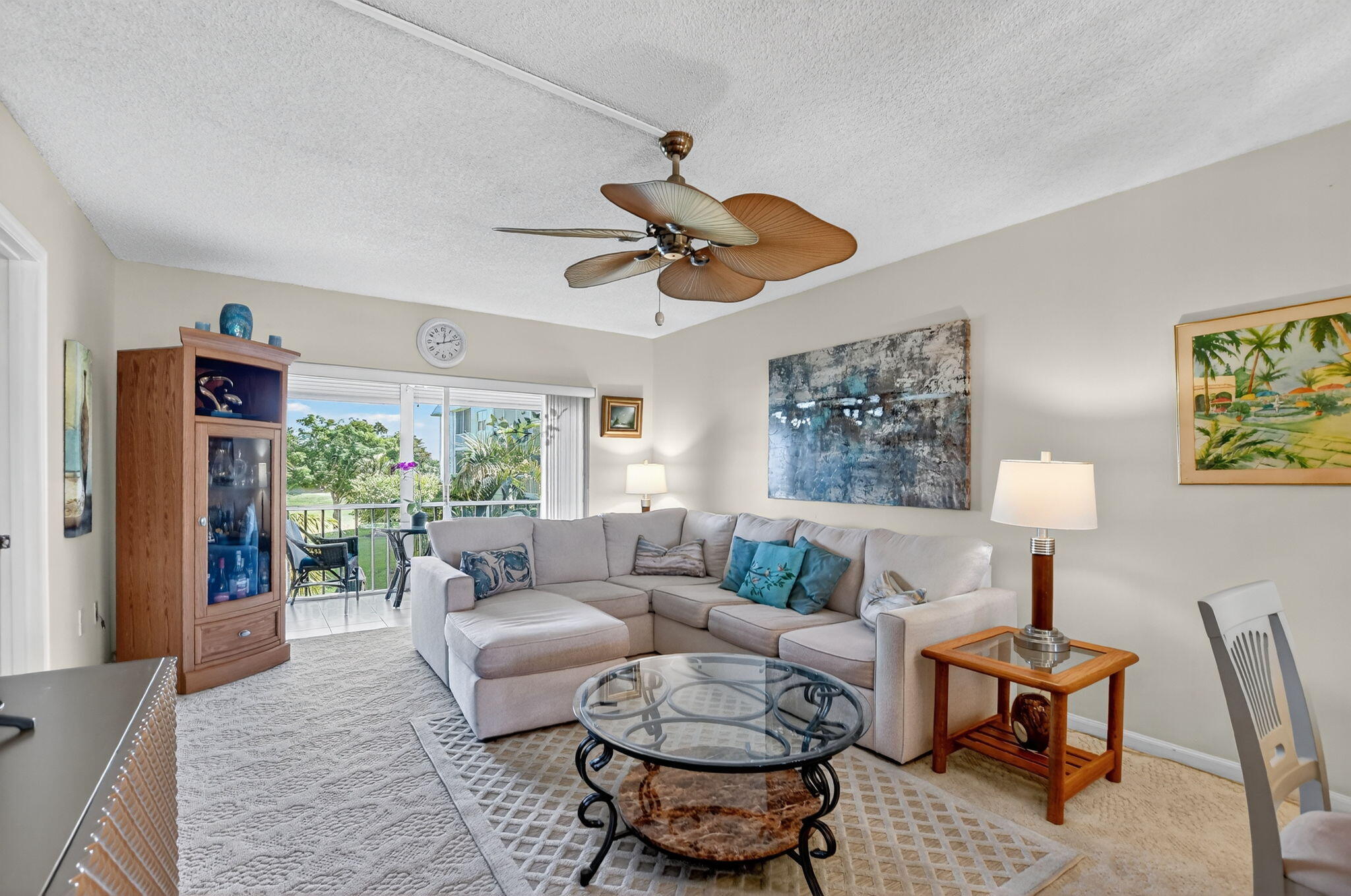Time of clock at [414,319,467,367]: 12:12
